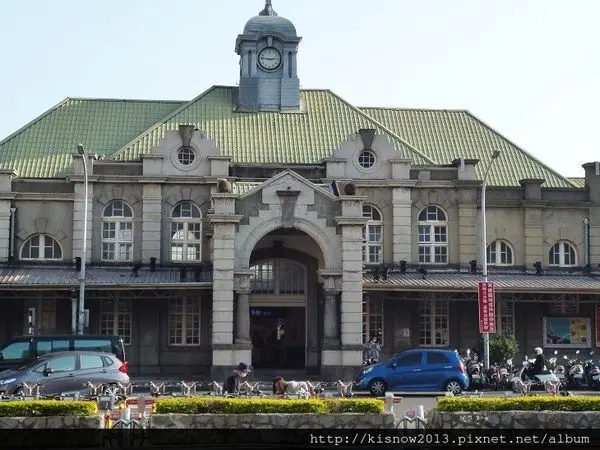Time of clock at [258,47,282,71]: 2:46
